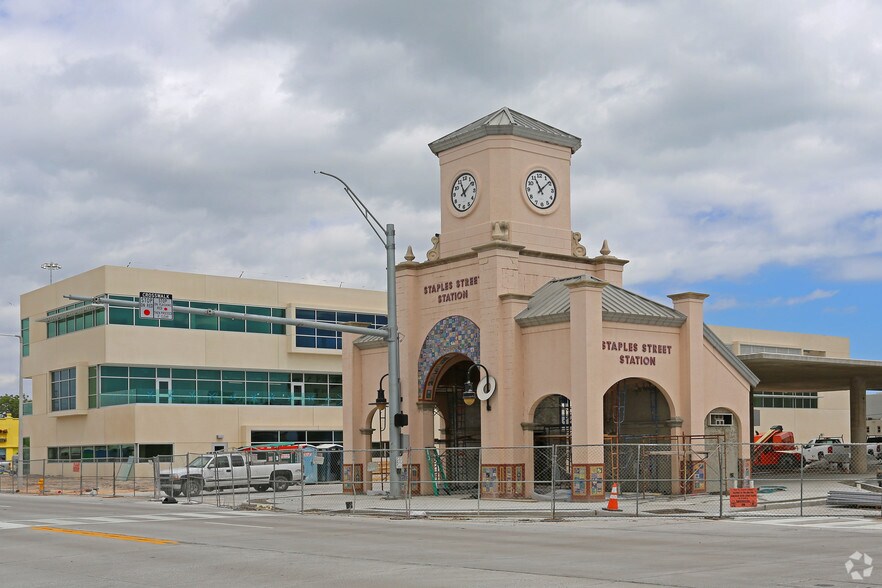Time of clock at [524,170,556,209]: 11:08
